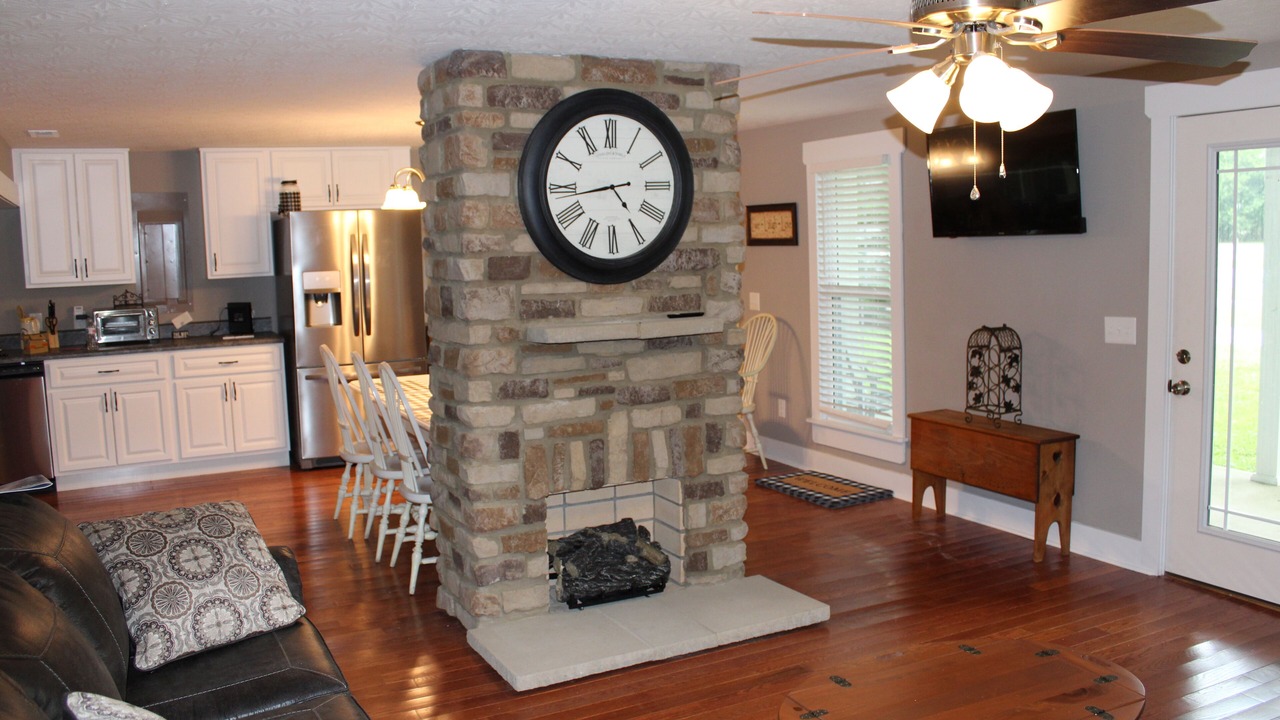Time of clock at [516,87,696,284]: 4:43
